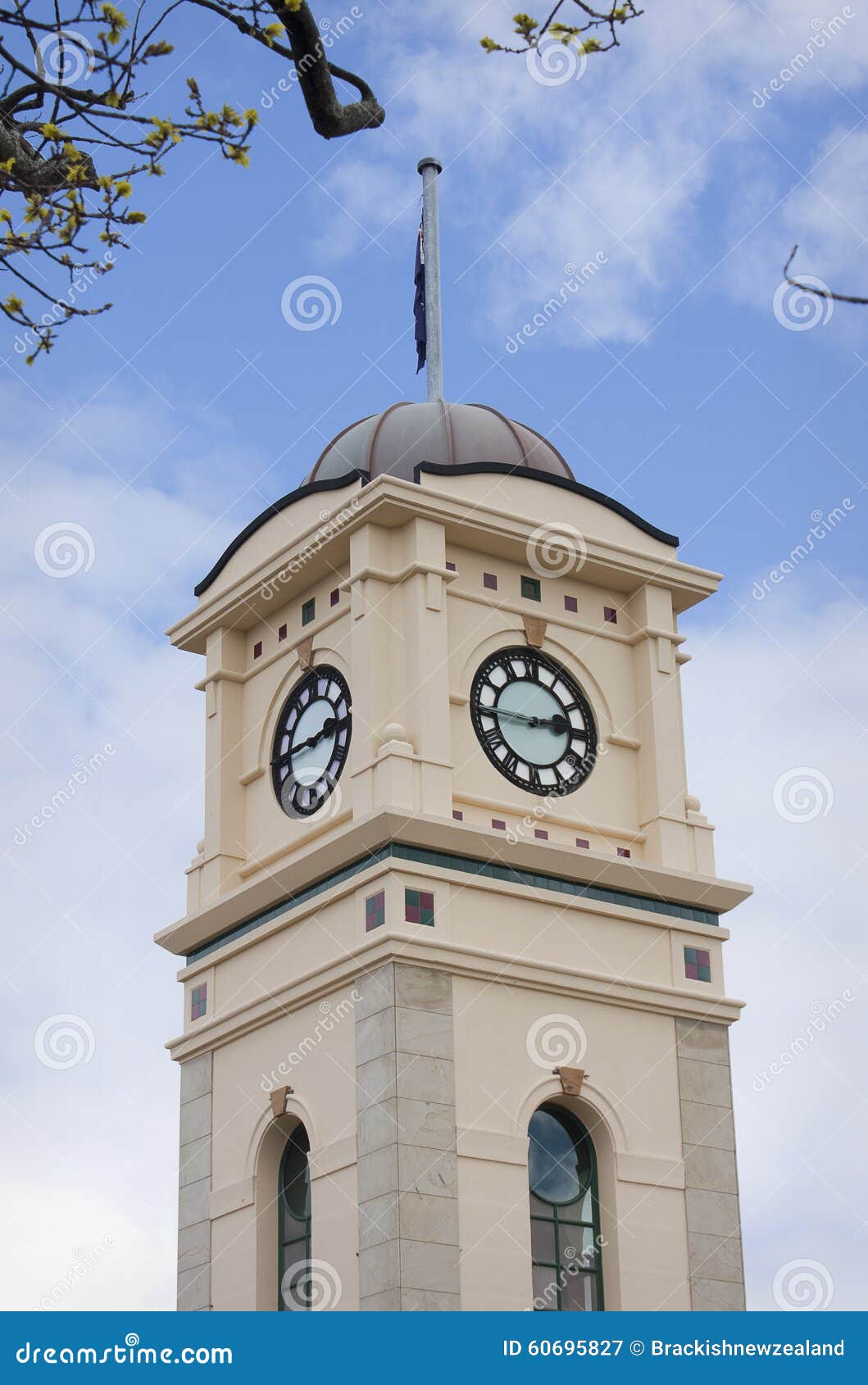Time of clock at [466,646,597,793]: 2:44
